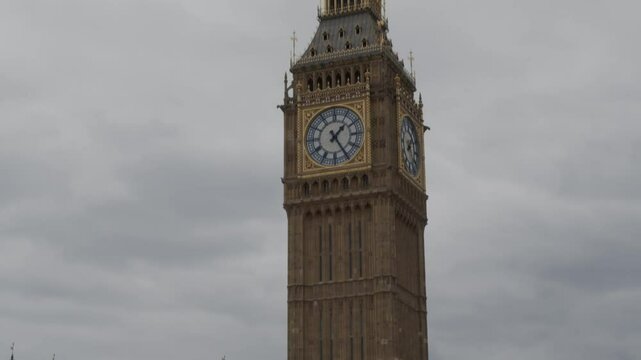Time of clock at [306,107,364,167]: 1:24
